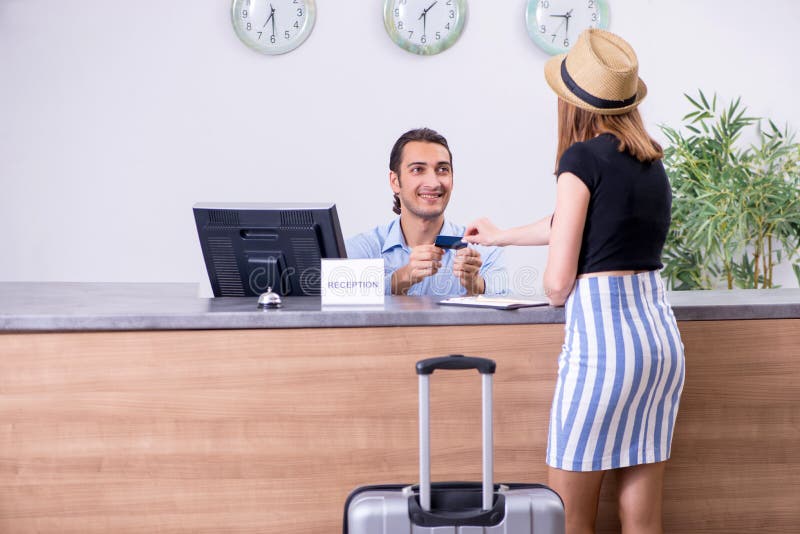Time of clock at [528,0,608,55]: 5:45
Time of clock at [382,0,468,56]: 1:29
